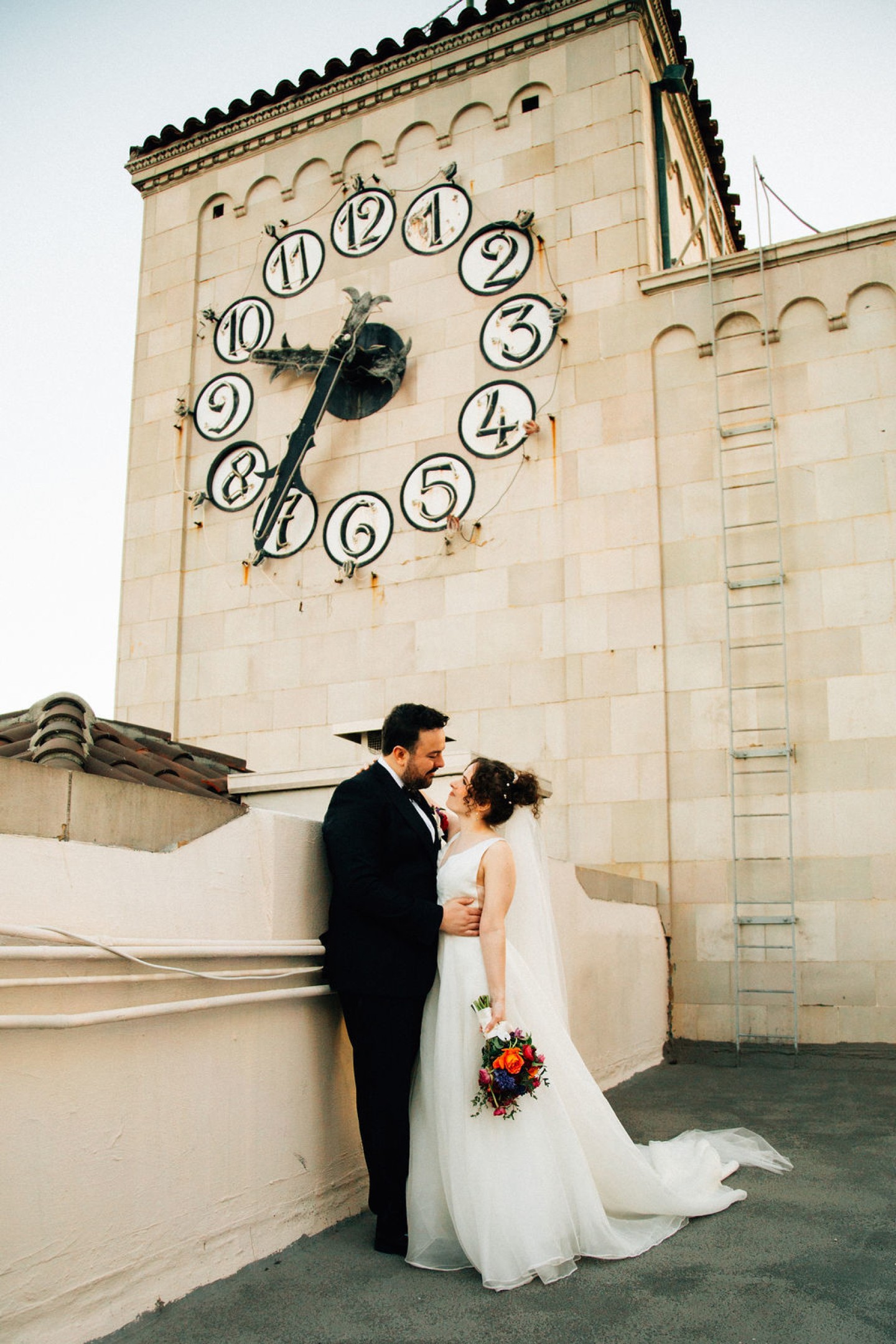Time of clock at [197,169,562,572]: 9:35
